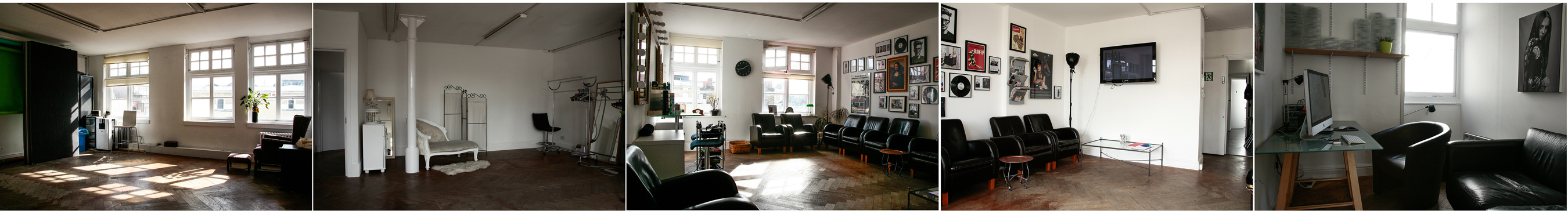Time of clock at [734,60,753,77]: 1:43
